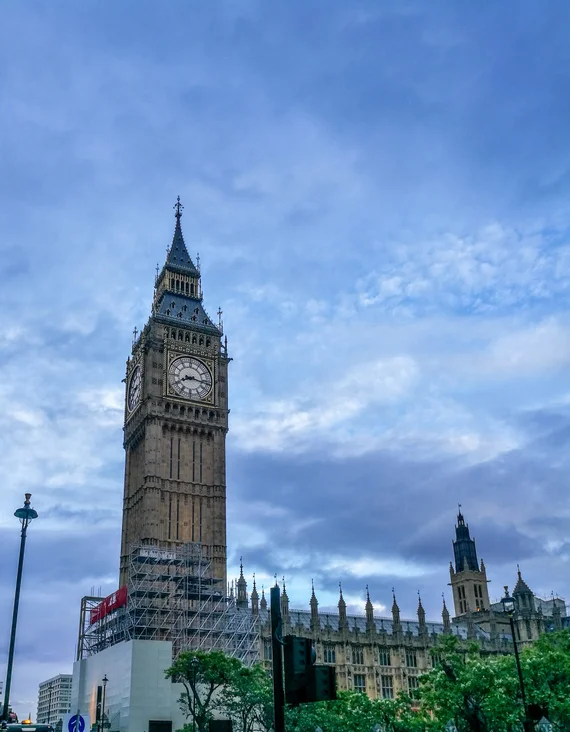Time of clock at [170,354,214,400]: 8:16
